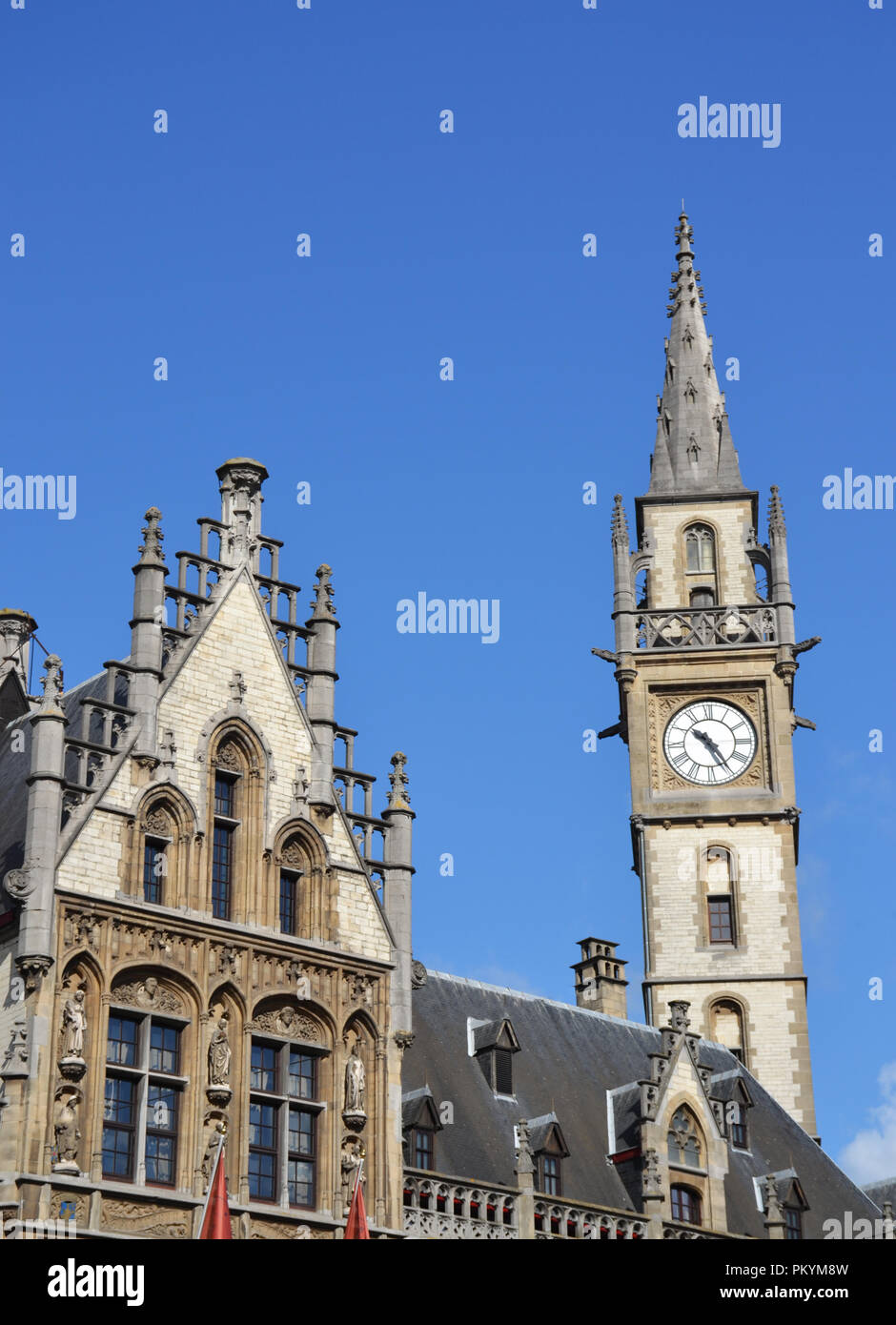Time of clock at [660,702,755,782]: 10:24
